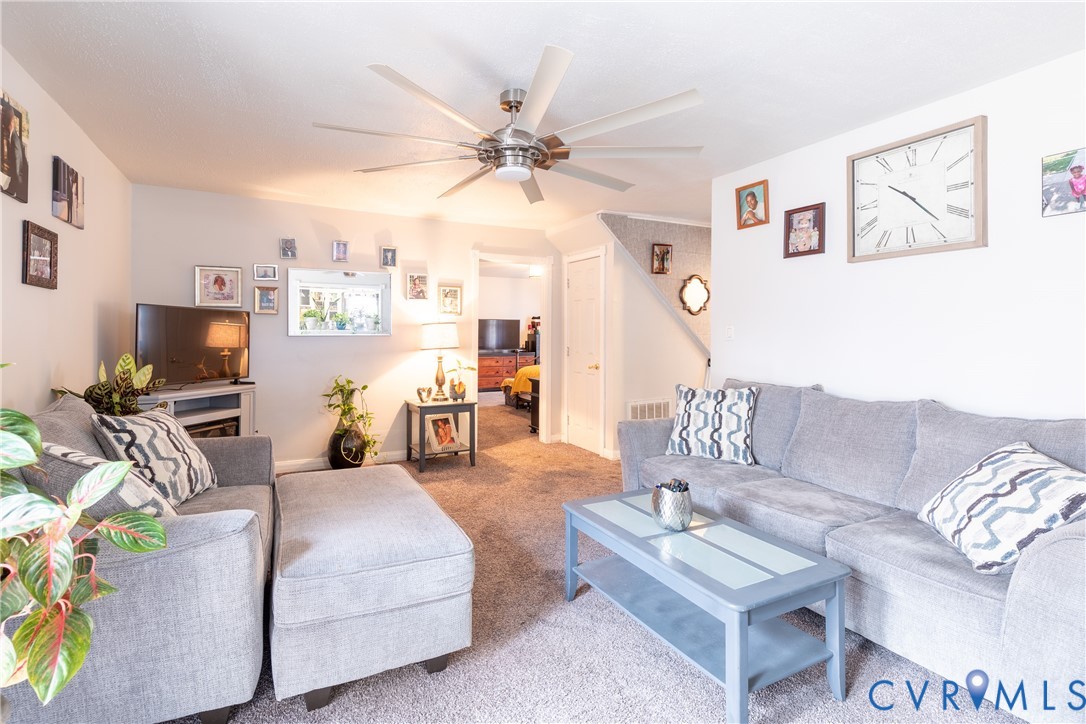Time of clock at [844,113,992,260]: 10:23
